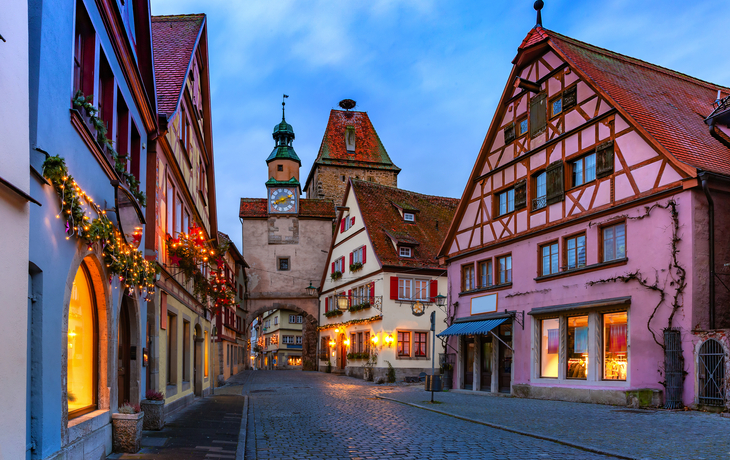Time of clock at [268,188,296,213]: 8:11
